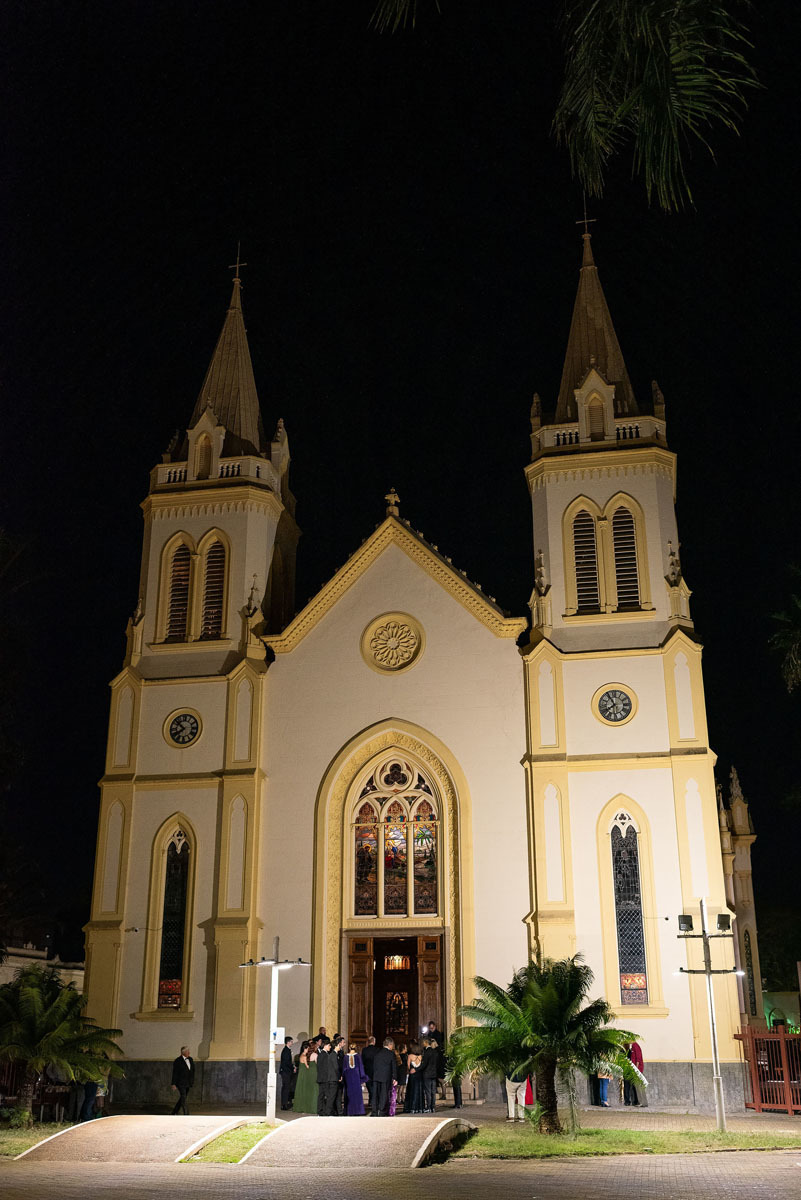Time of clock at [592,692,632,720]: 7:55
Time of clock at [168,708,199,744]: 7:51
